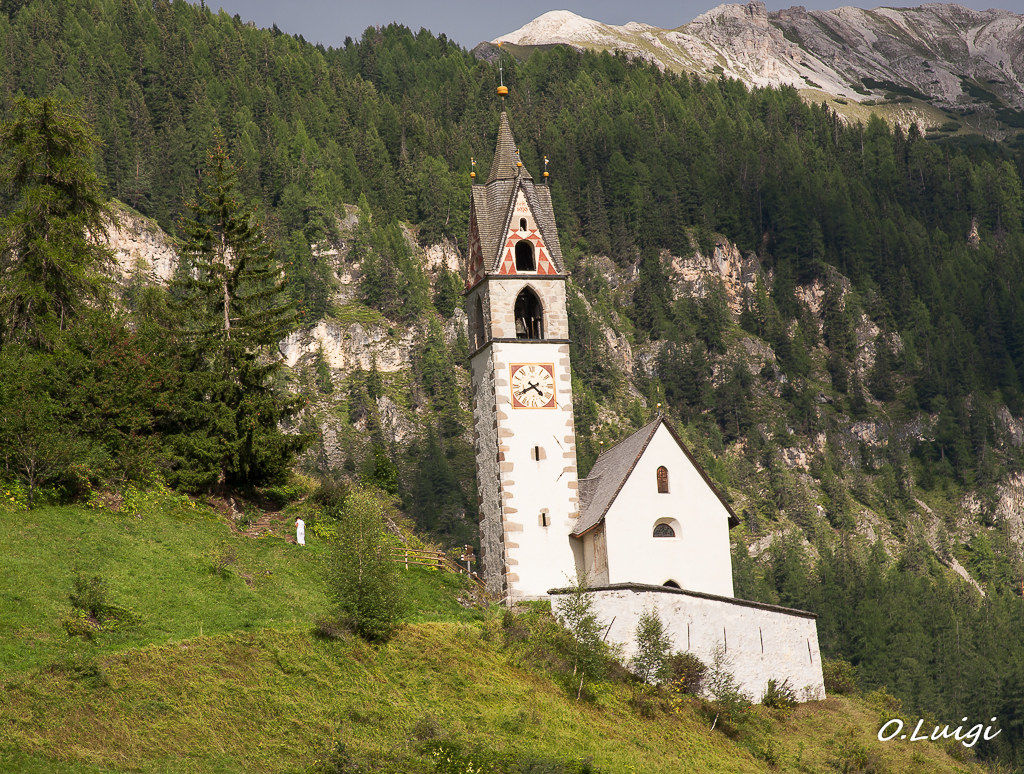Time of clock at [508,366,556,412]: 4:40
